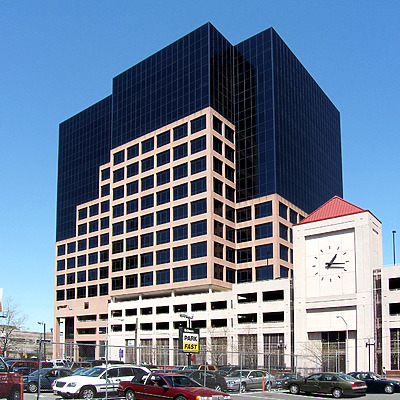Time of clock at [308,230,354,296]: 1:16
